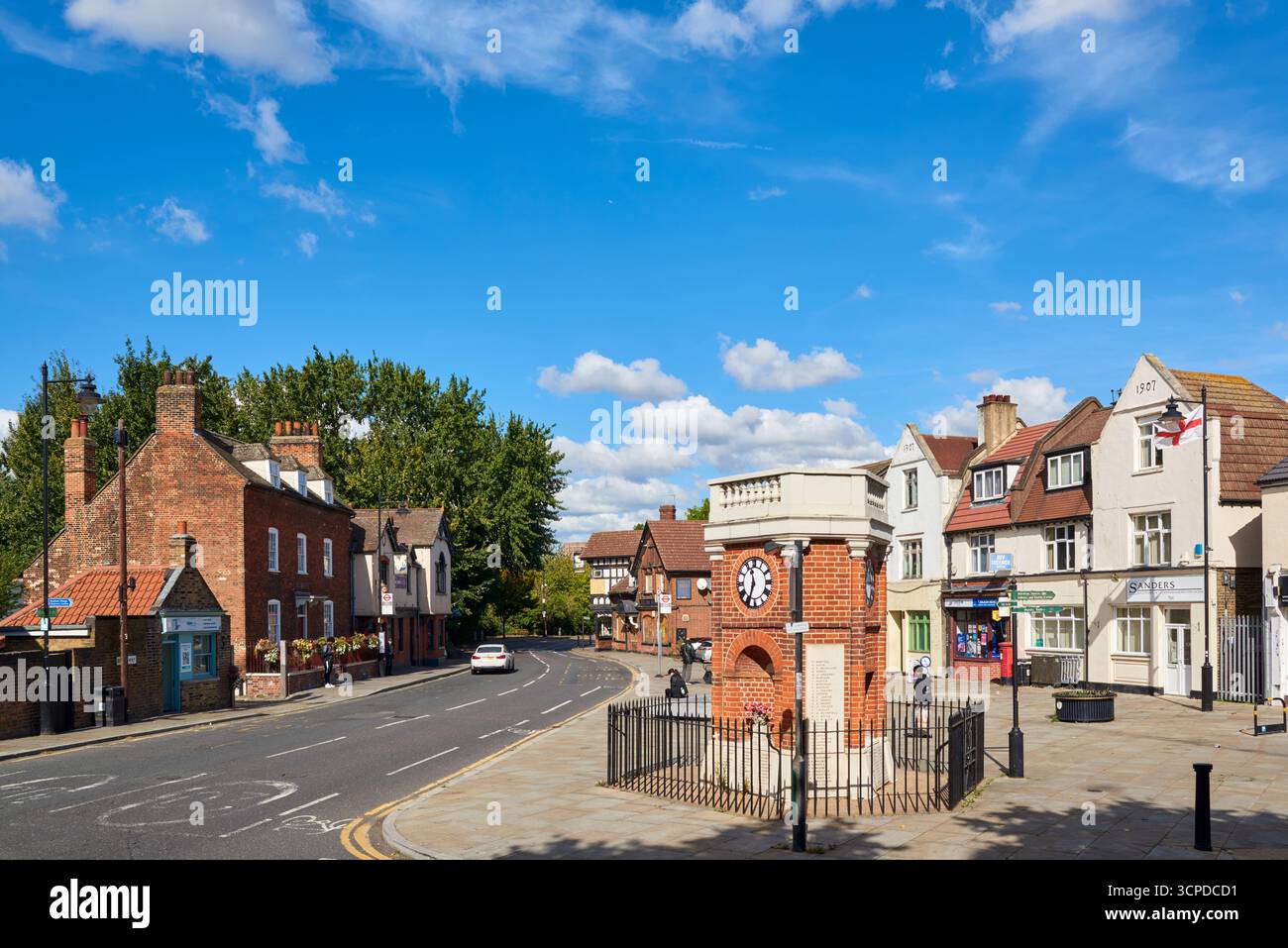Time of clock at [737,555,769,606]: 11:33
